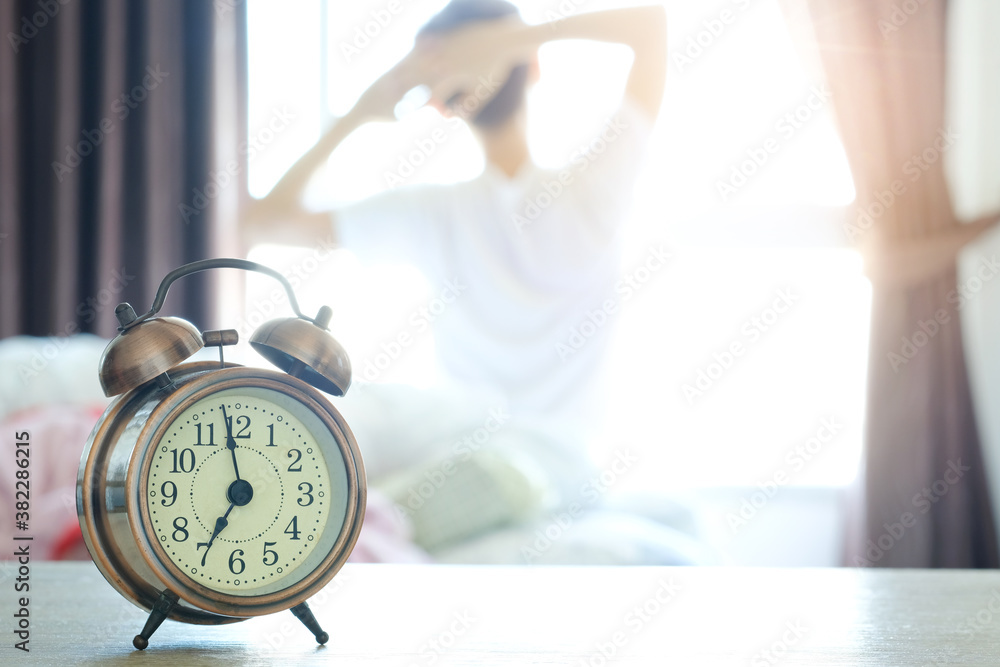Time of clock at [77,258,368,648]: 6:58
